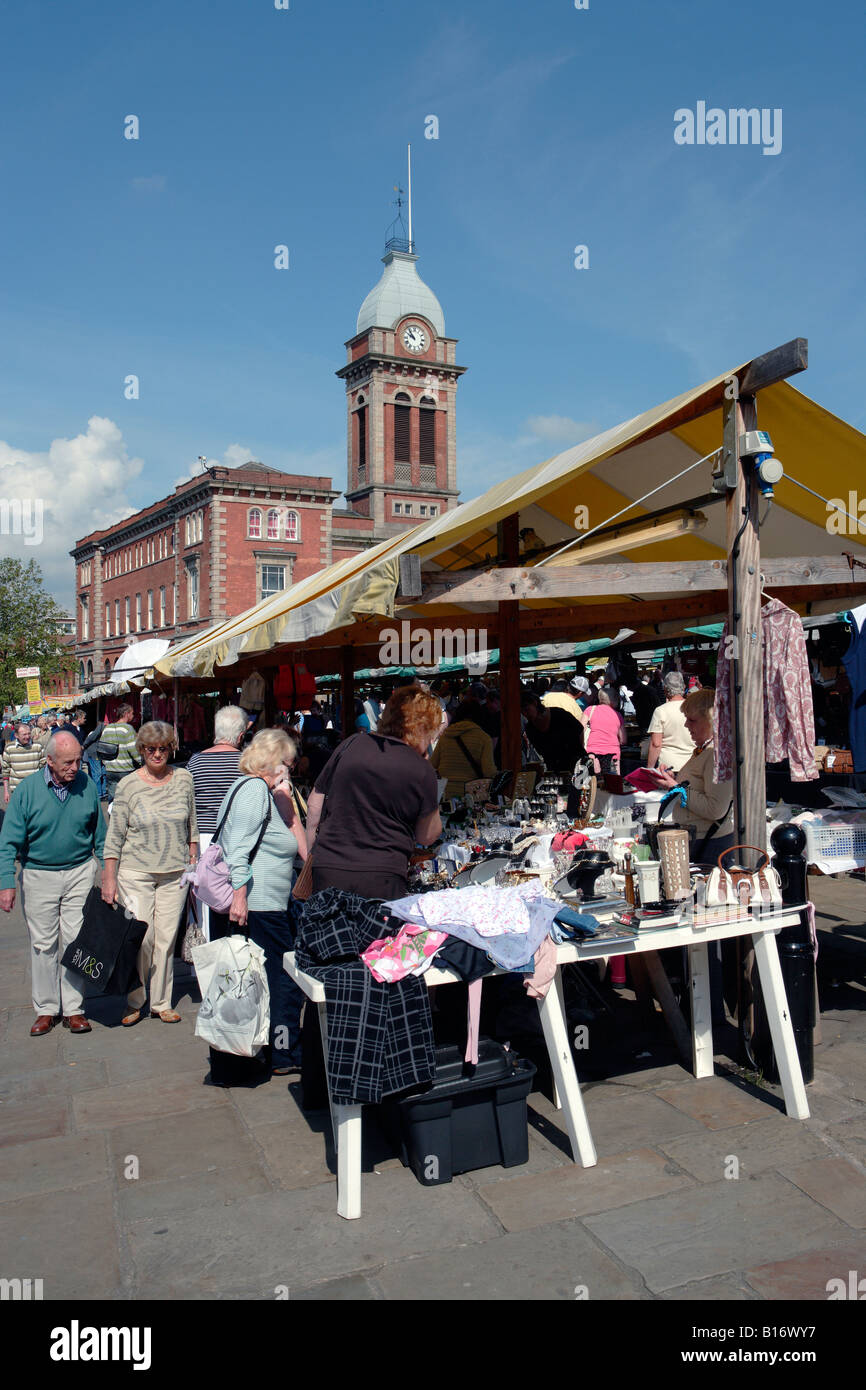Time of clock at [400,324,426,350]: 9:53
